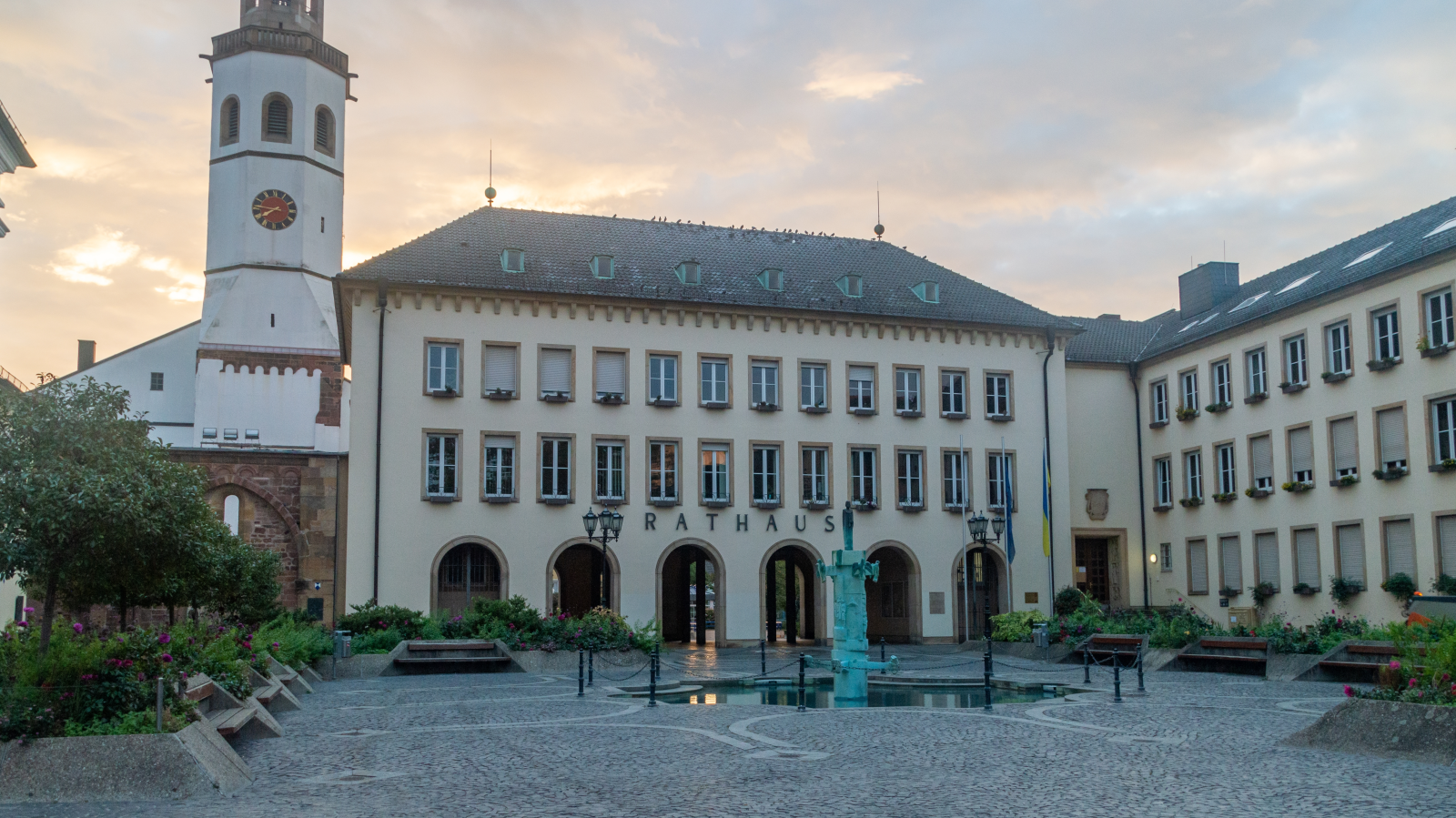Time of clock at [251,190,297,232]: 7:46
